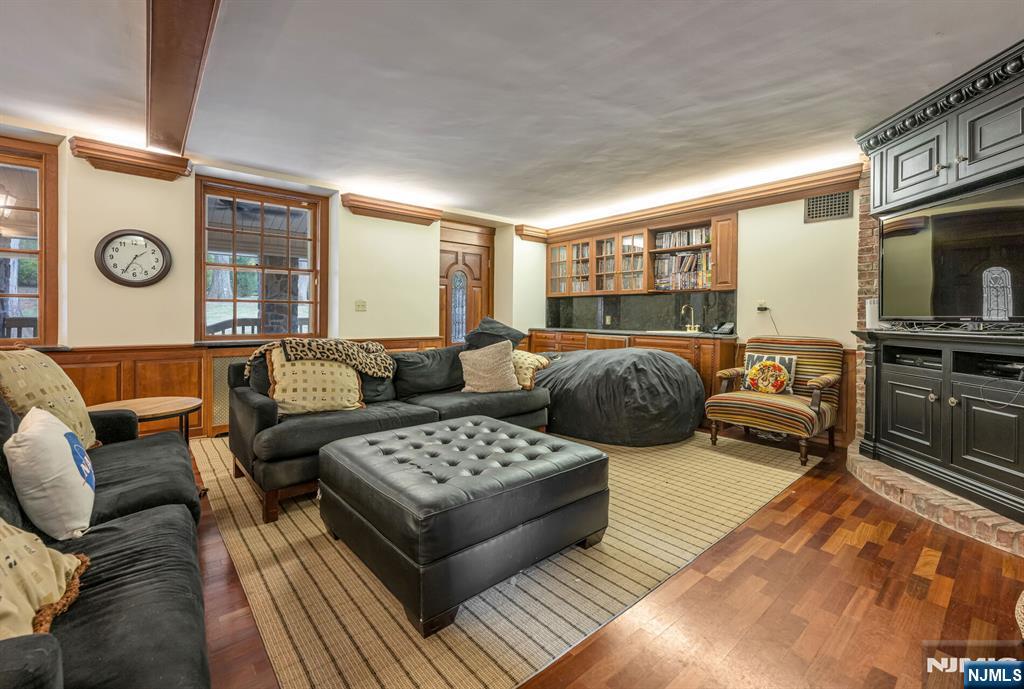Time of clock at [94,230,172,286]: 1:34
